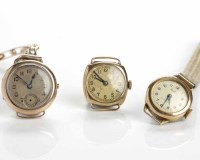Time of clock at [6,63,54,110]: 12:52
